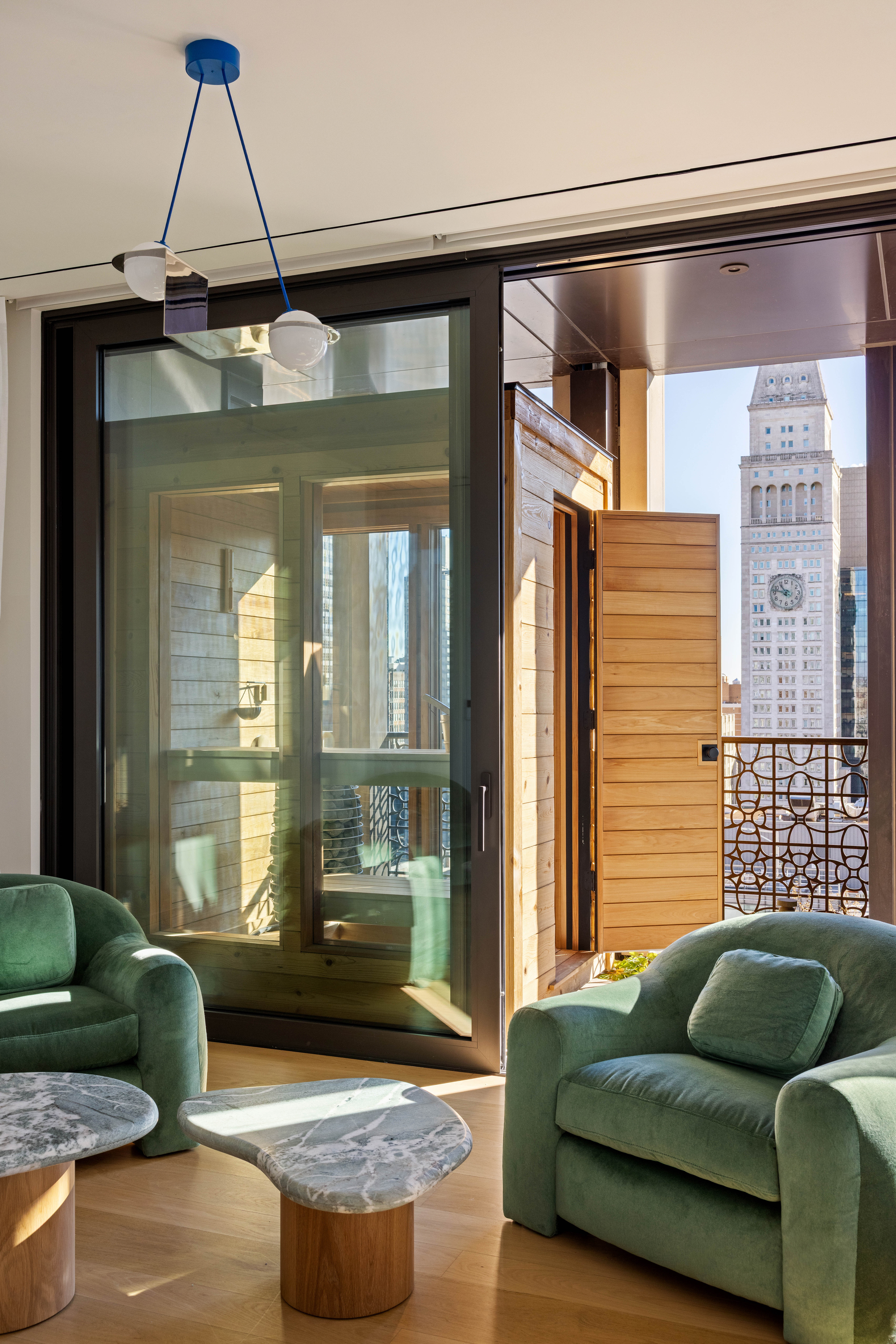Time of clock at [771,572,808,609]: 10:47
